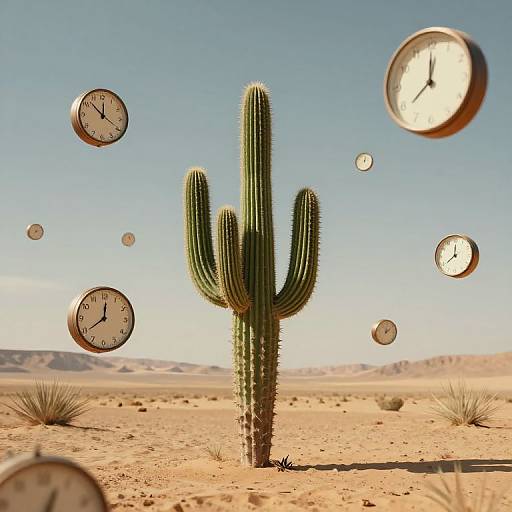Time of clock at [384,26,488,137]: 11:59
